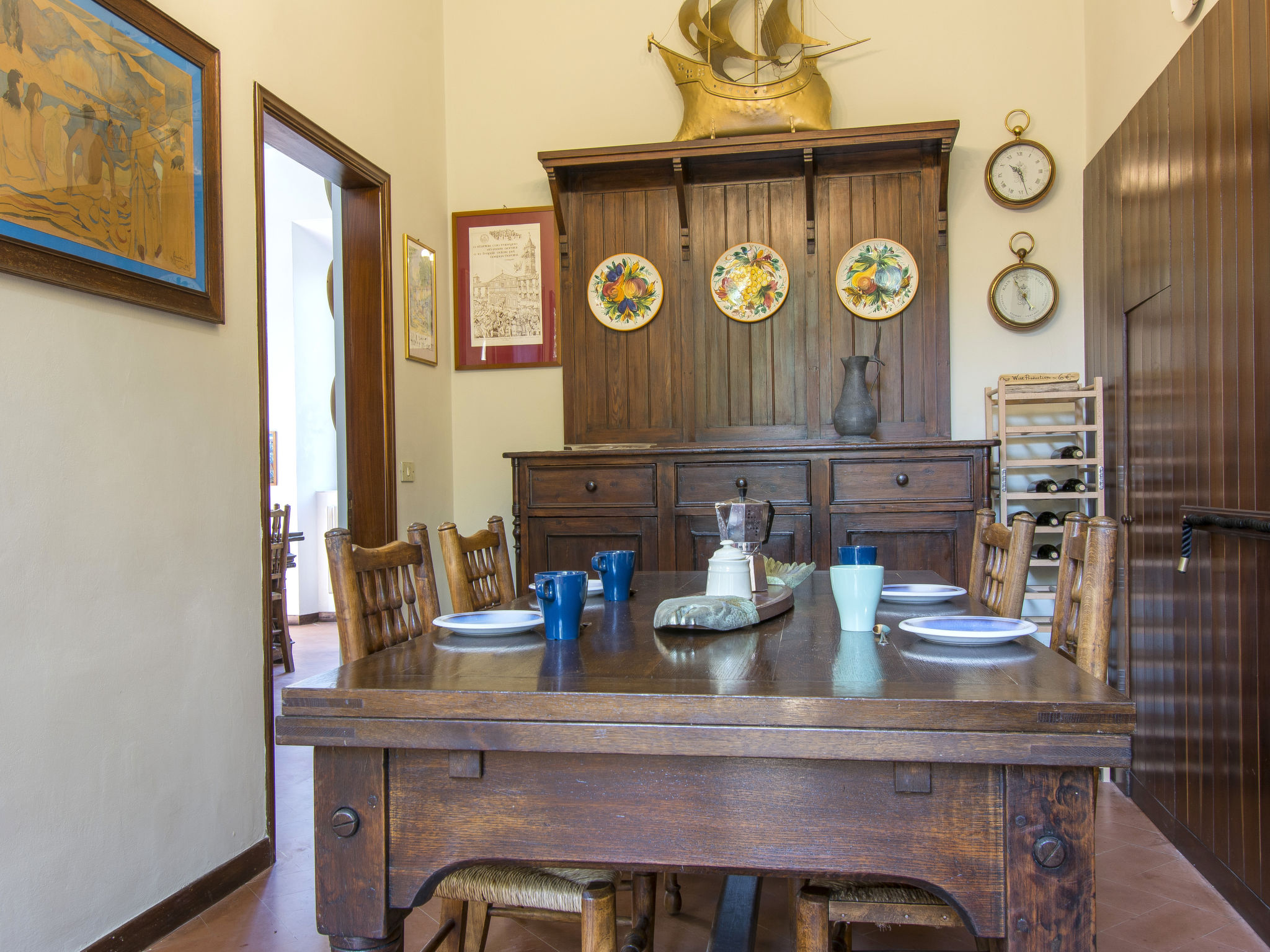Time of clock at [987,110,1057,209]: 10:27
